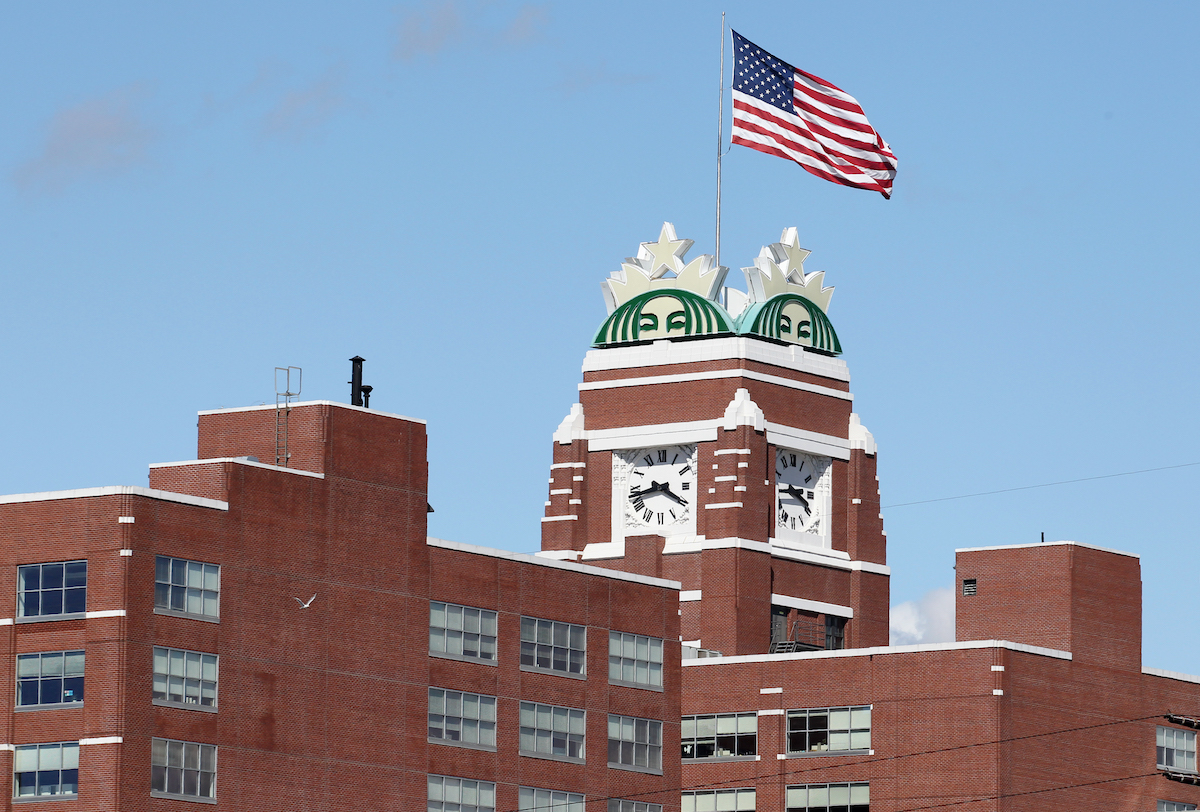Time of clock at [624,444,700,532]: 8:19
